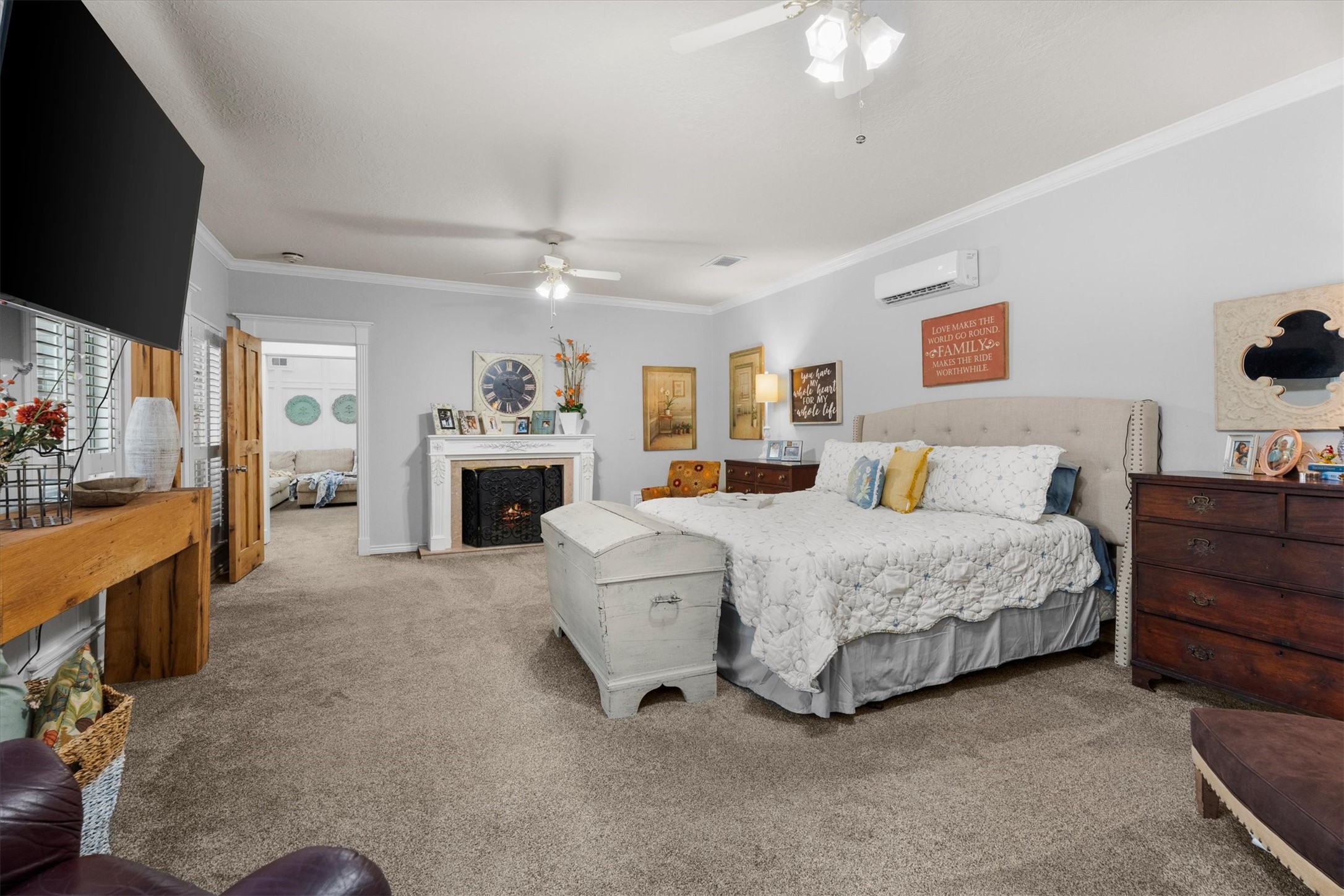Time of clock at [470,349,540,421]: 5:19
